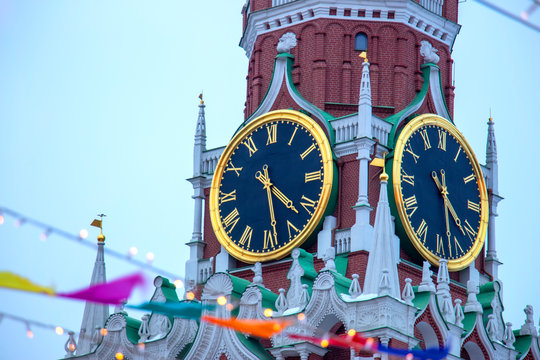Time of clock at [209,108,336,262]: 4:28
